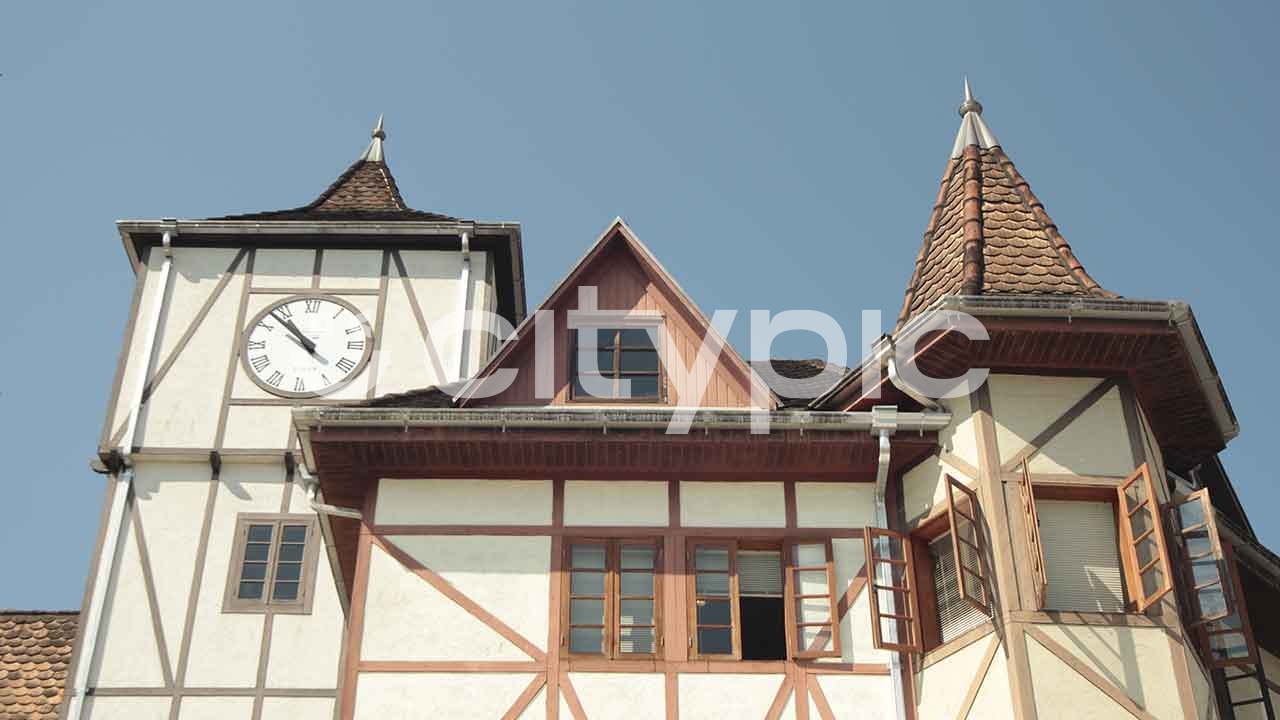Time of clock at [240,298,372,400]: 10:52
